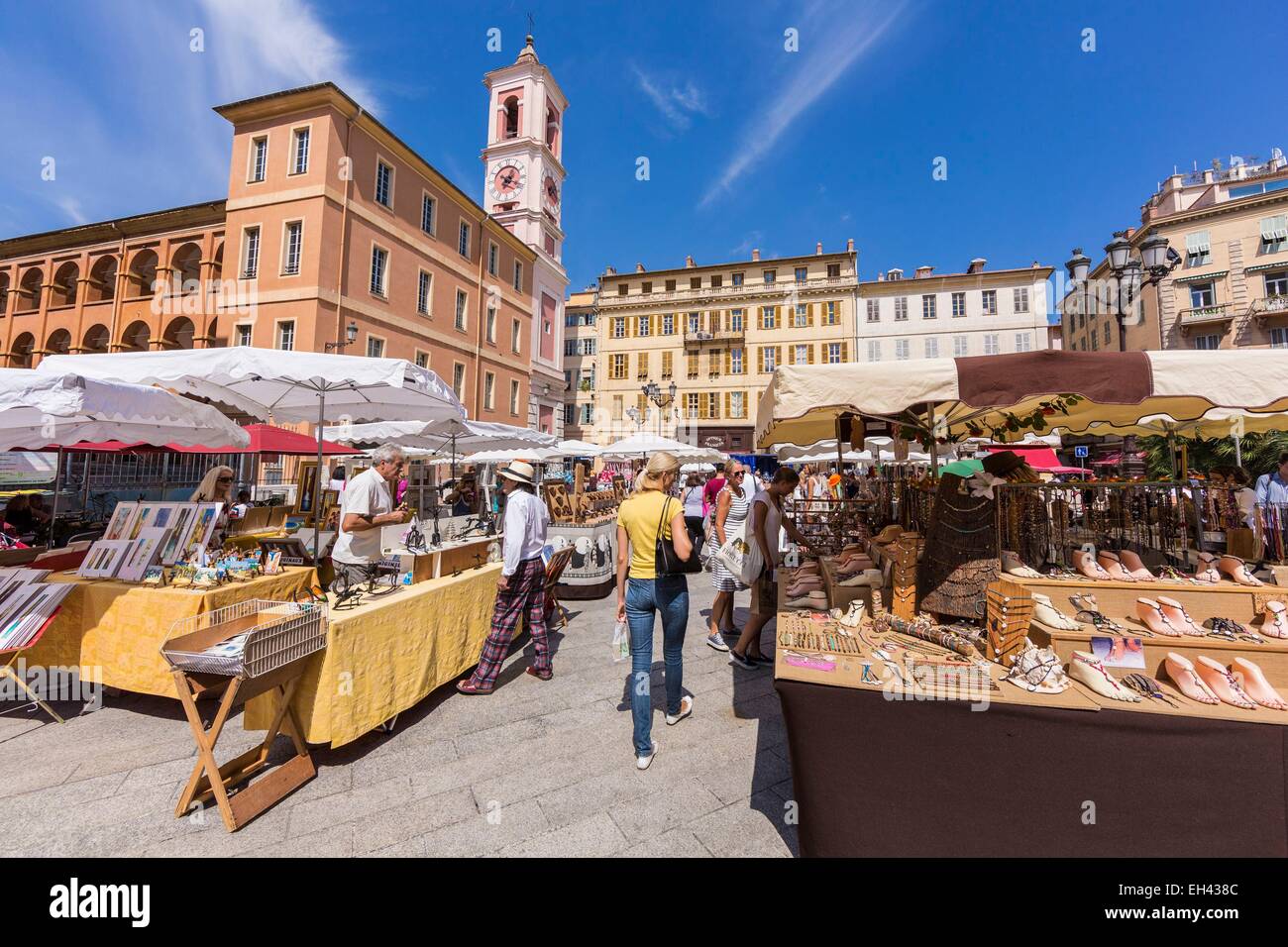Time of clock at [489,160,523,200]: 1:18
